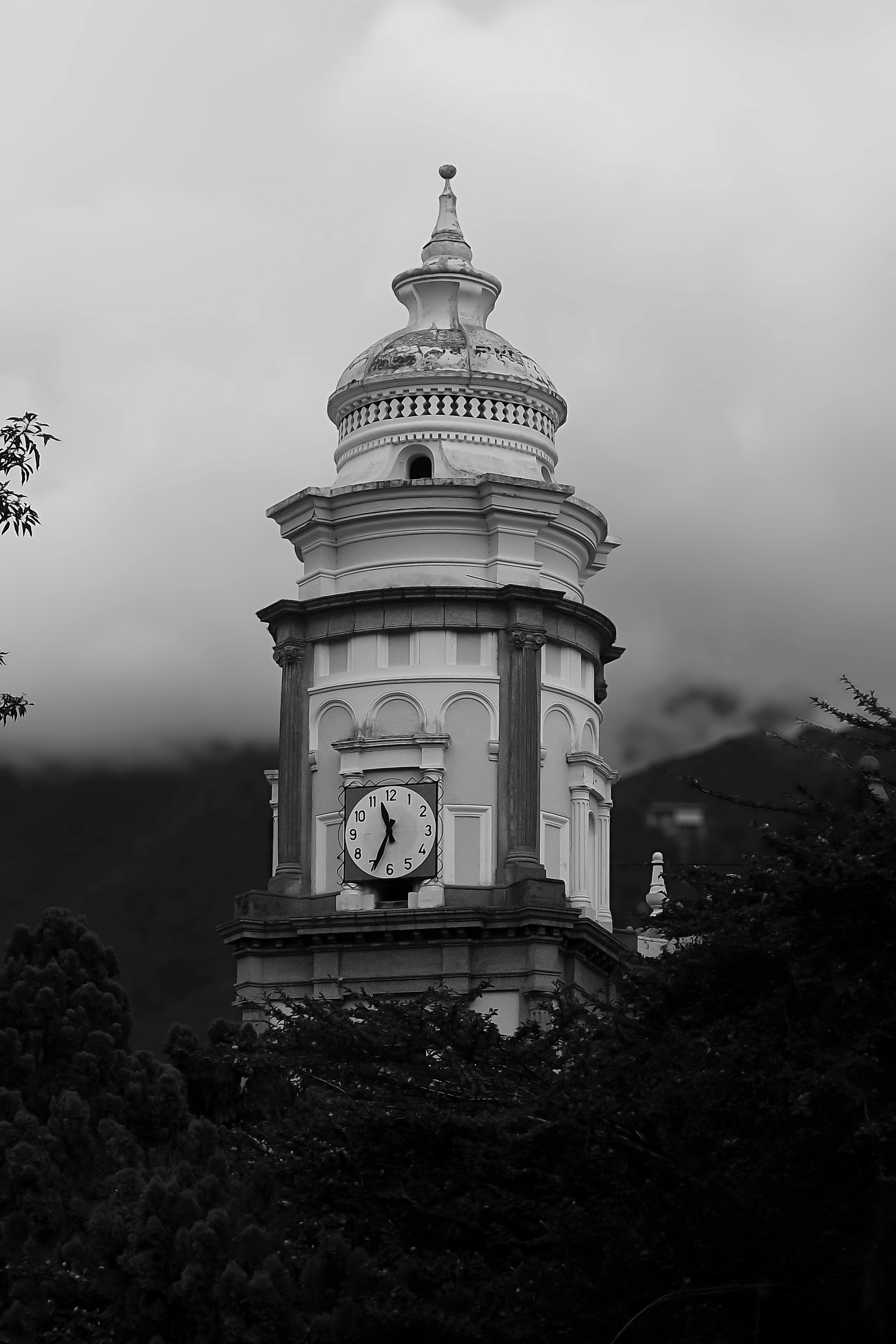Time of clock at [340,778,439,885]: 11:34
